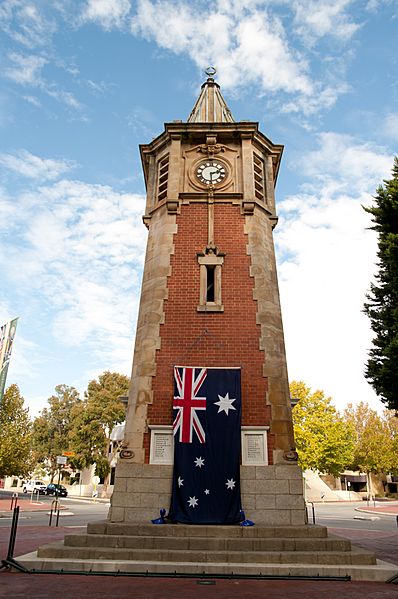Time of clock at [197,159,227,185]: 2:29
